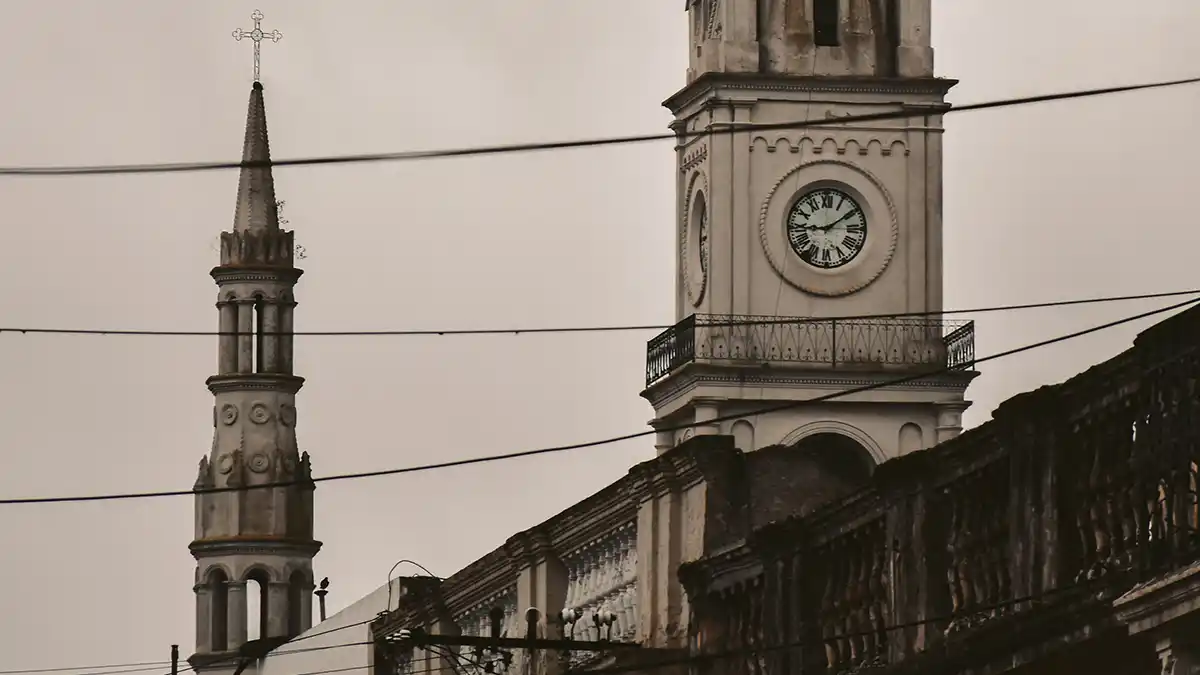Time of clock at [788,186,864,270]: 9:09
